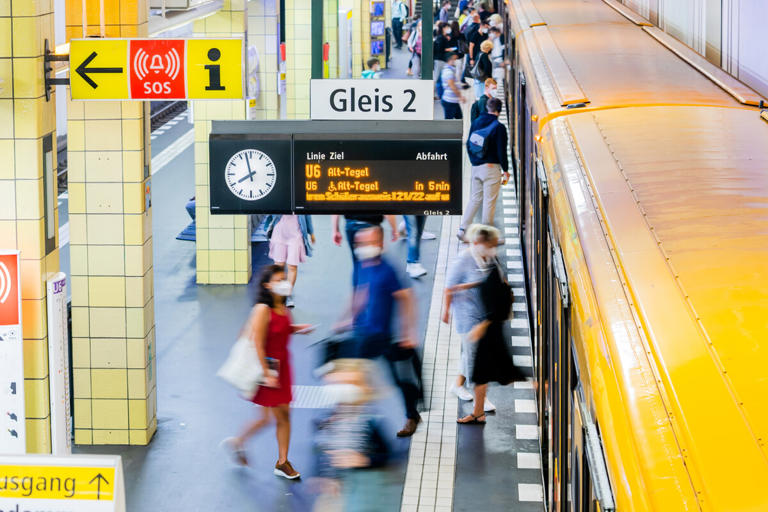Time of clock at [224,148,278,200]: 7:57
